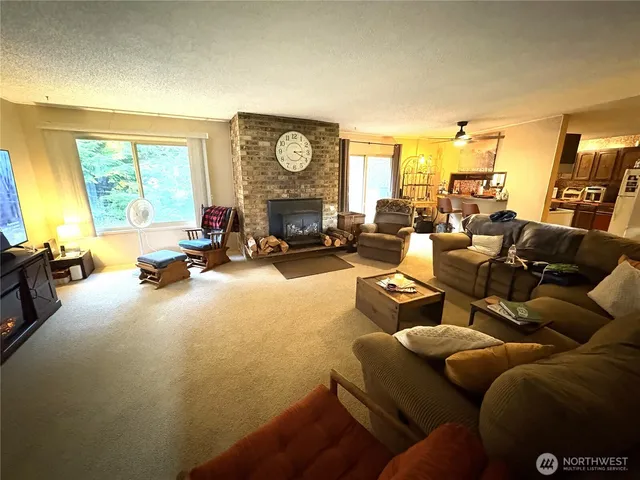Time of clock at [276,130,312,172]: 3:19
